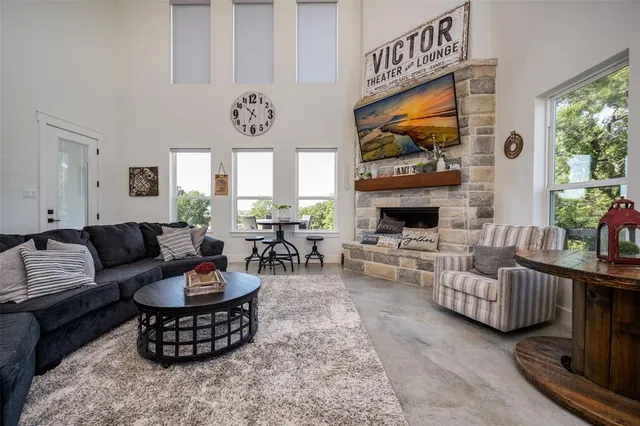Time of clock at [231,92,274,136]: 6:52
